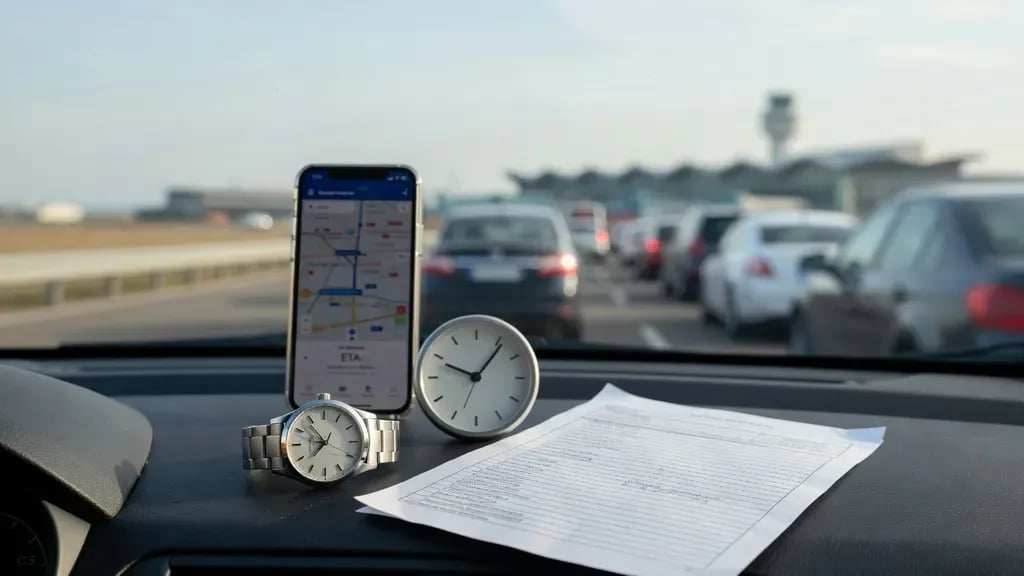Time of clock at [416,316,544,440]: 10:06
